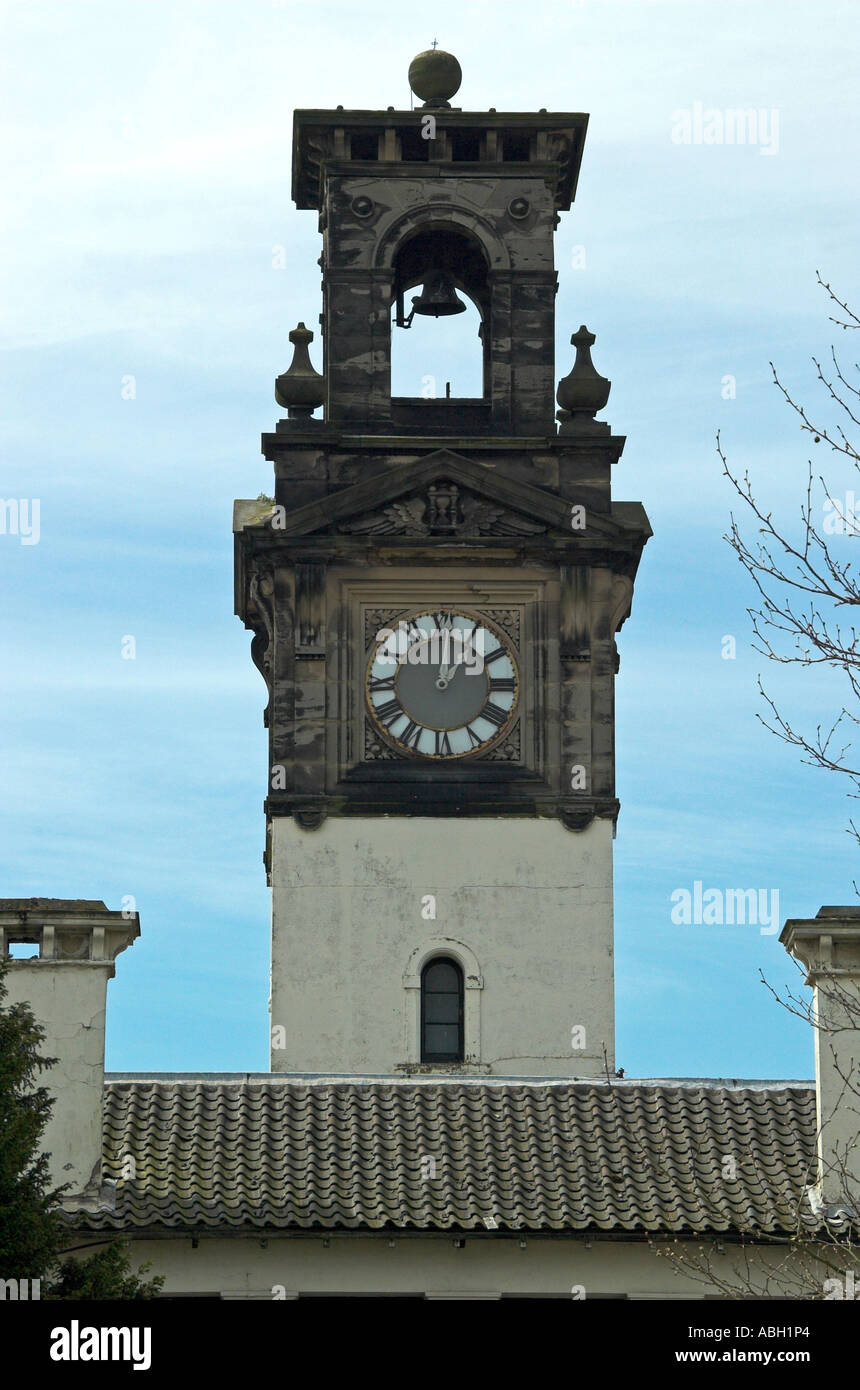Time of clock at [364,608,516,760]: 1:00
